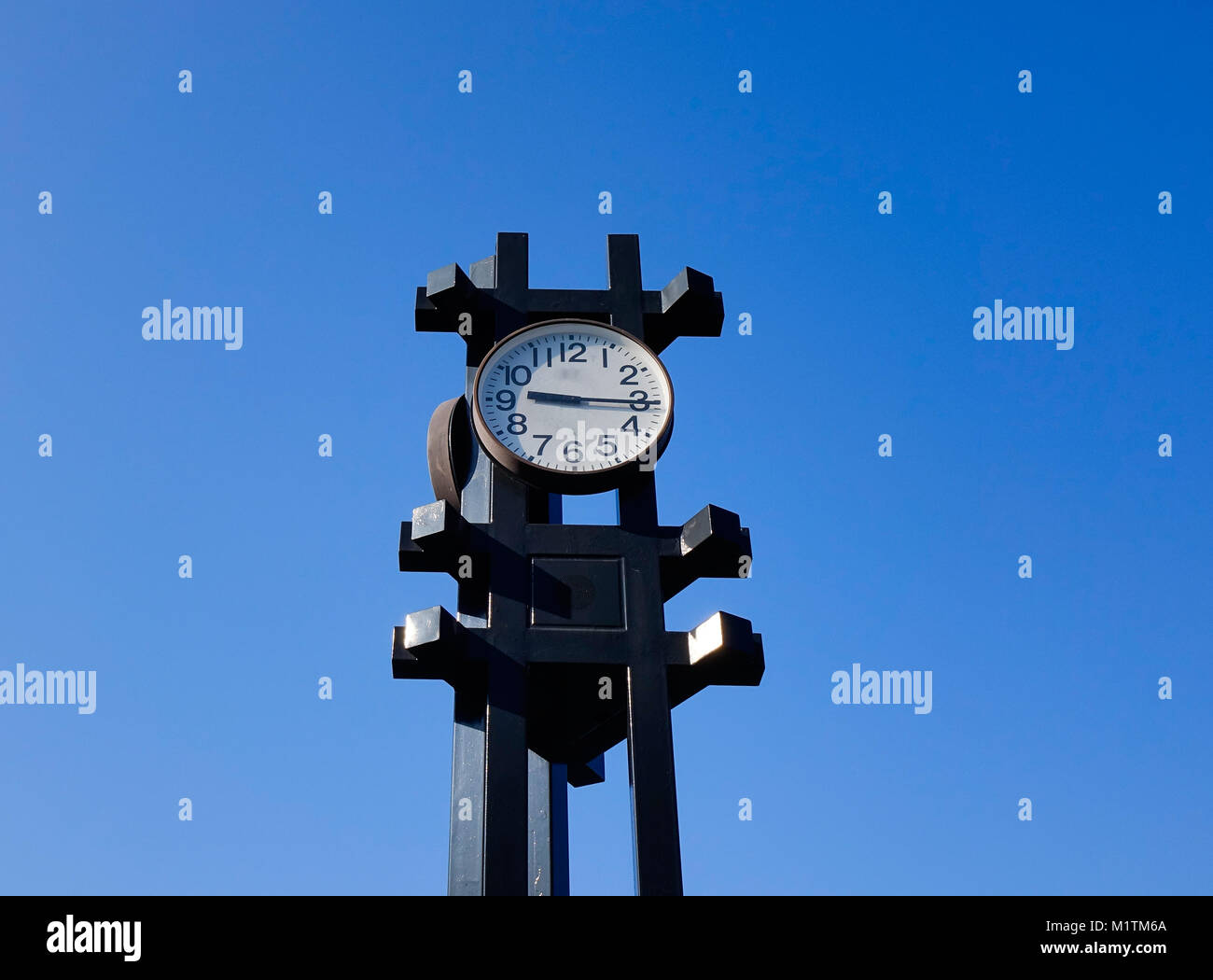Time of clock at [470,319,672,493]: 9:15
